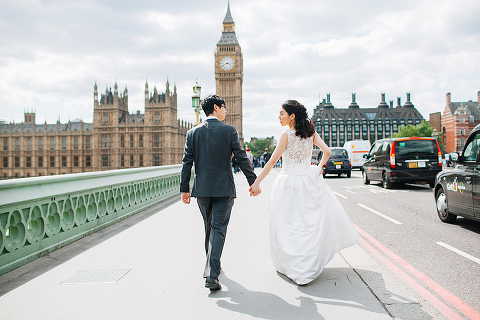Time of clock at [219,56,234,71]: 3:40
